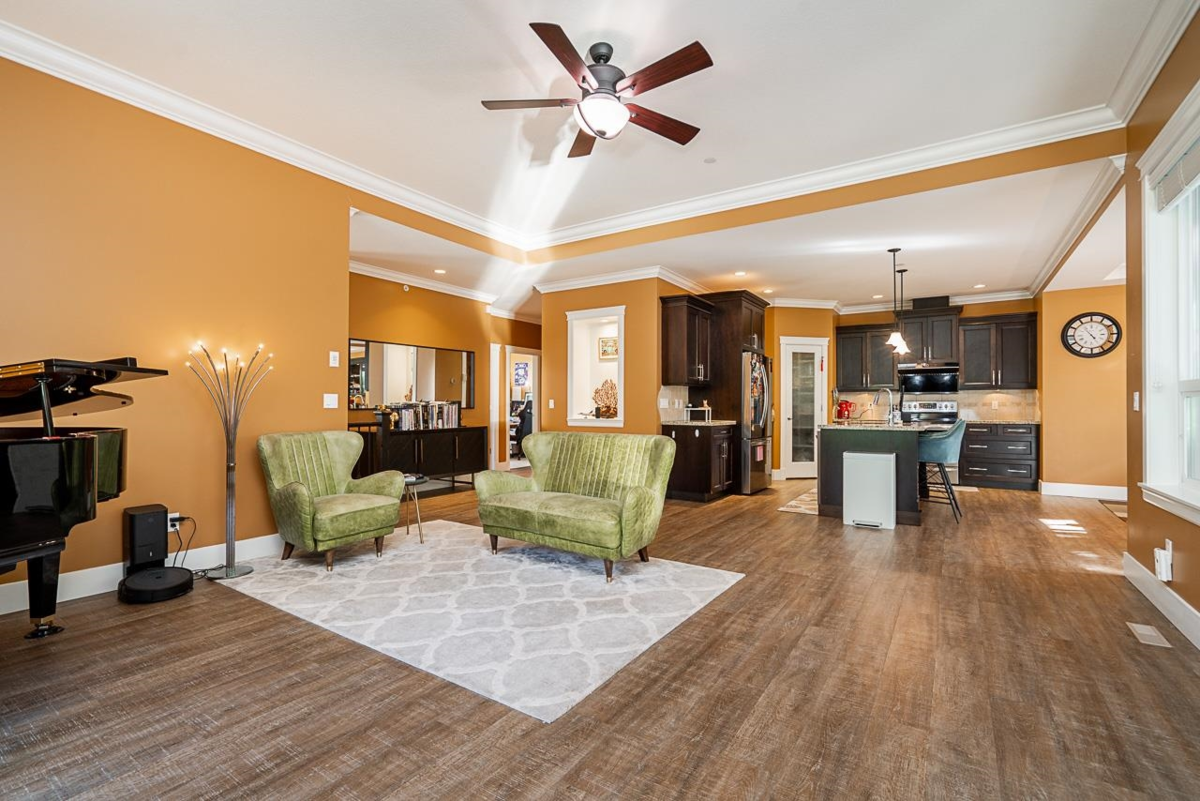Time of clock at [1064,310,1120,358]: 4:53
